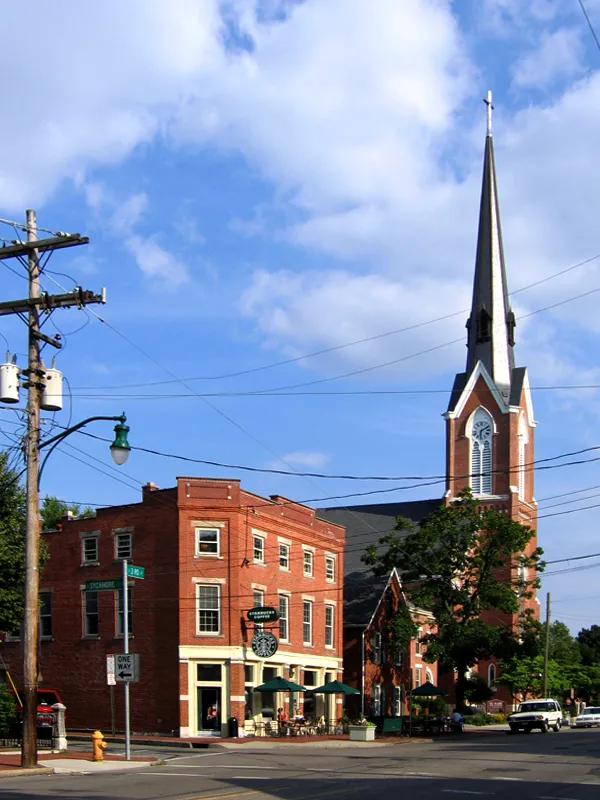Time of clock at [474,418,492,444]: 6:10
